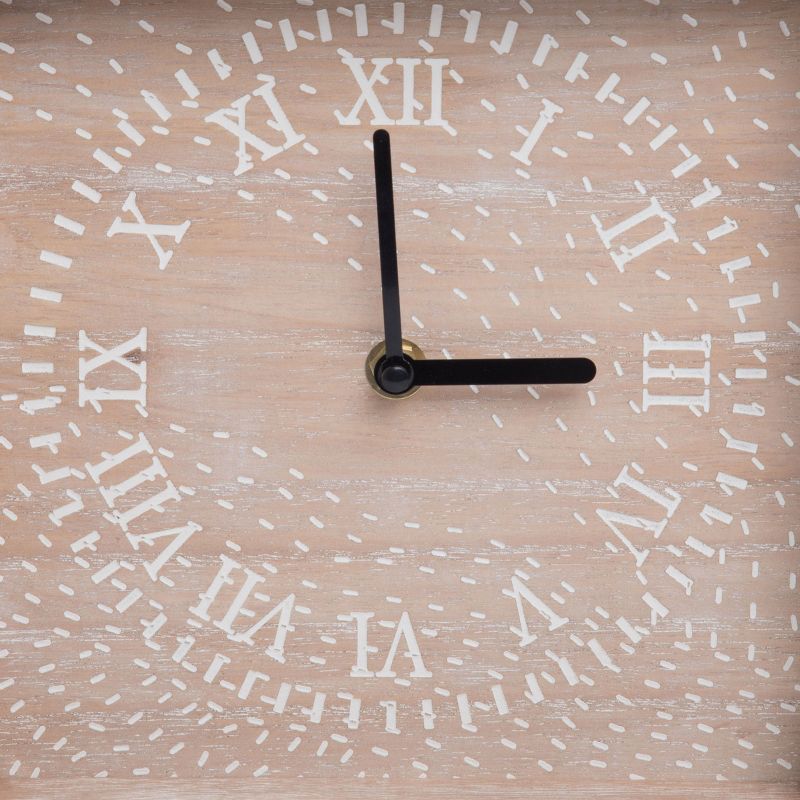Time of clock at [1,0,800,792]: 2:59
